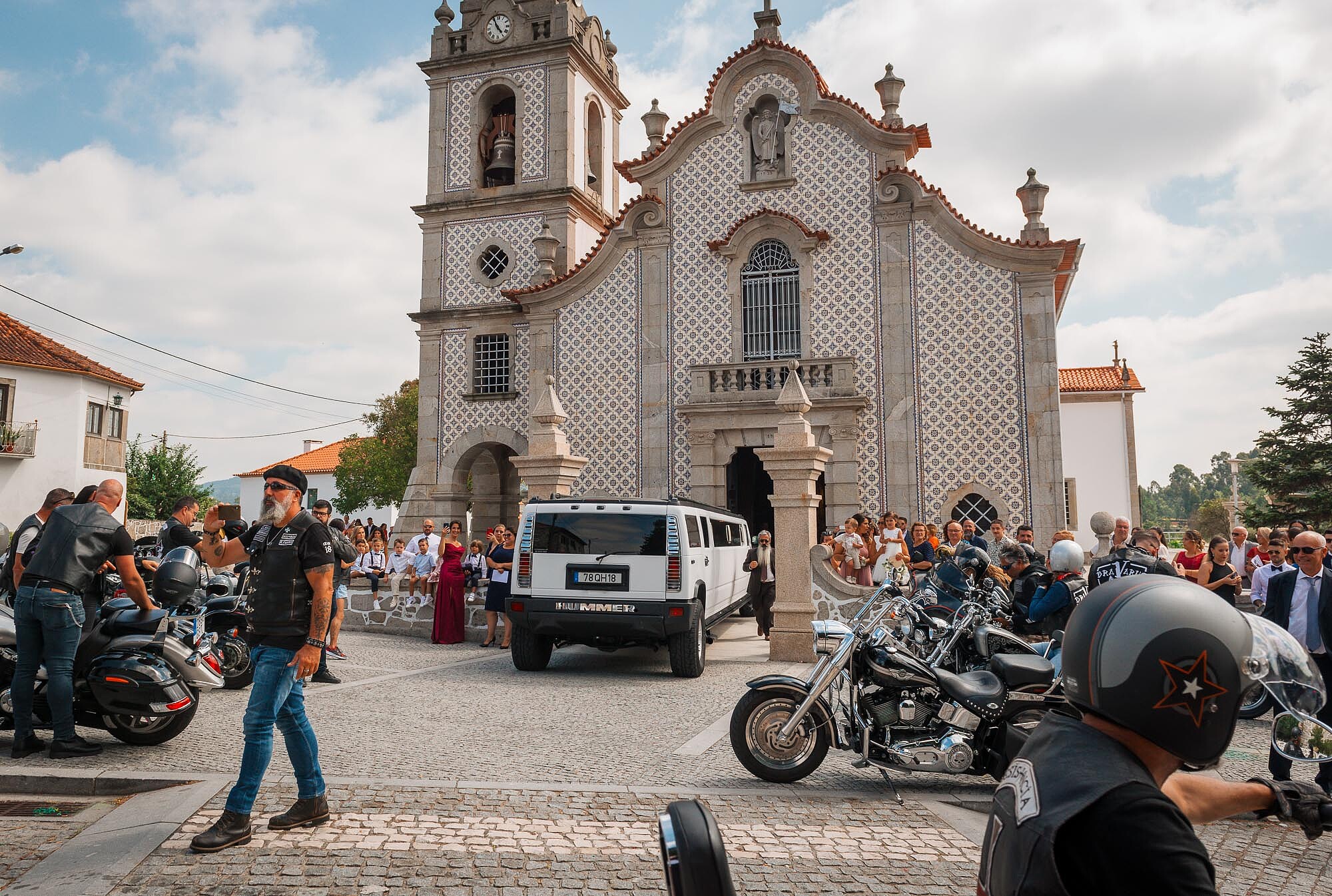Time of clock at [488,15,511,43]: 4:55
